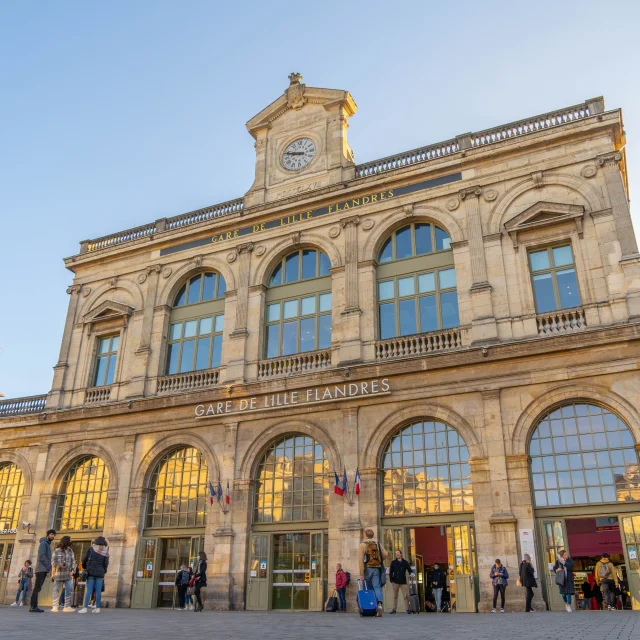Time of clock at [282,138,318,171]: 8:47
